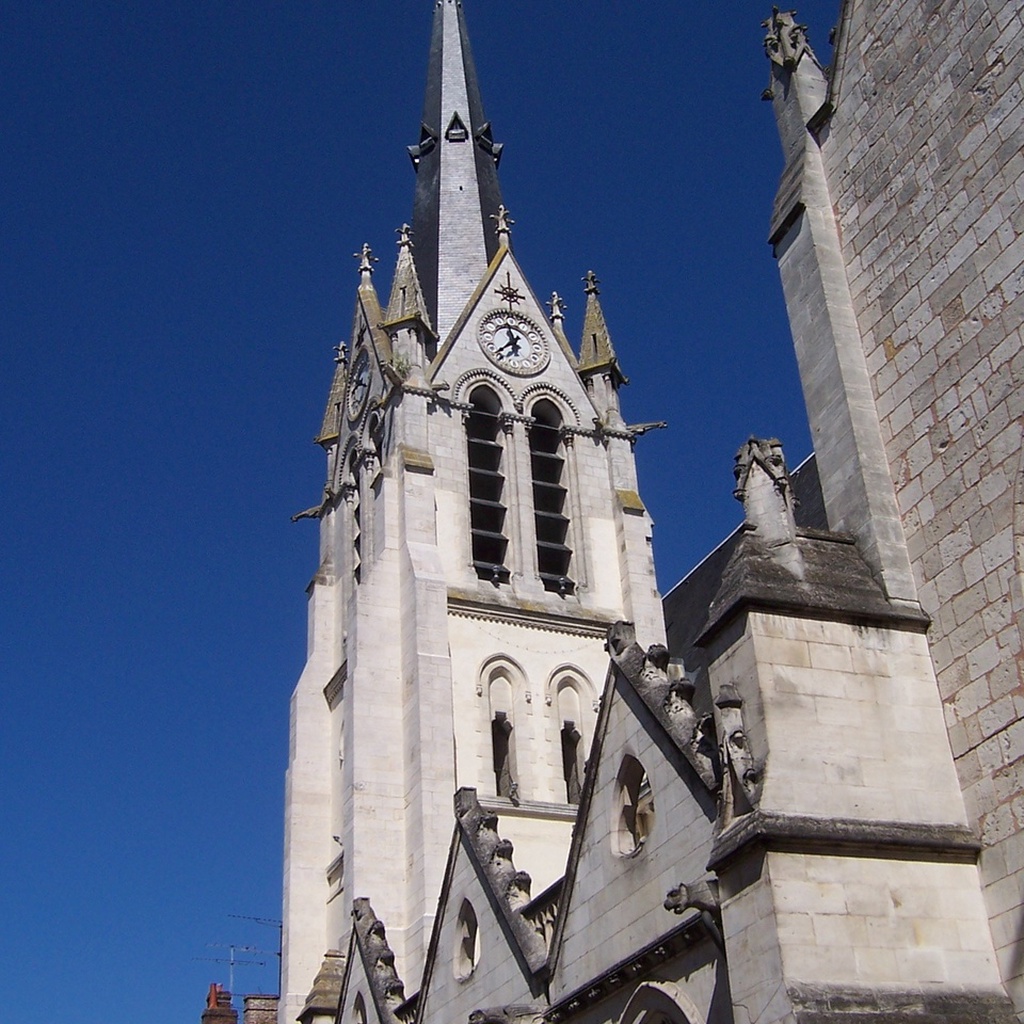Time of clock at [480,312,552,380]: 11:37
